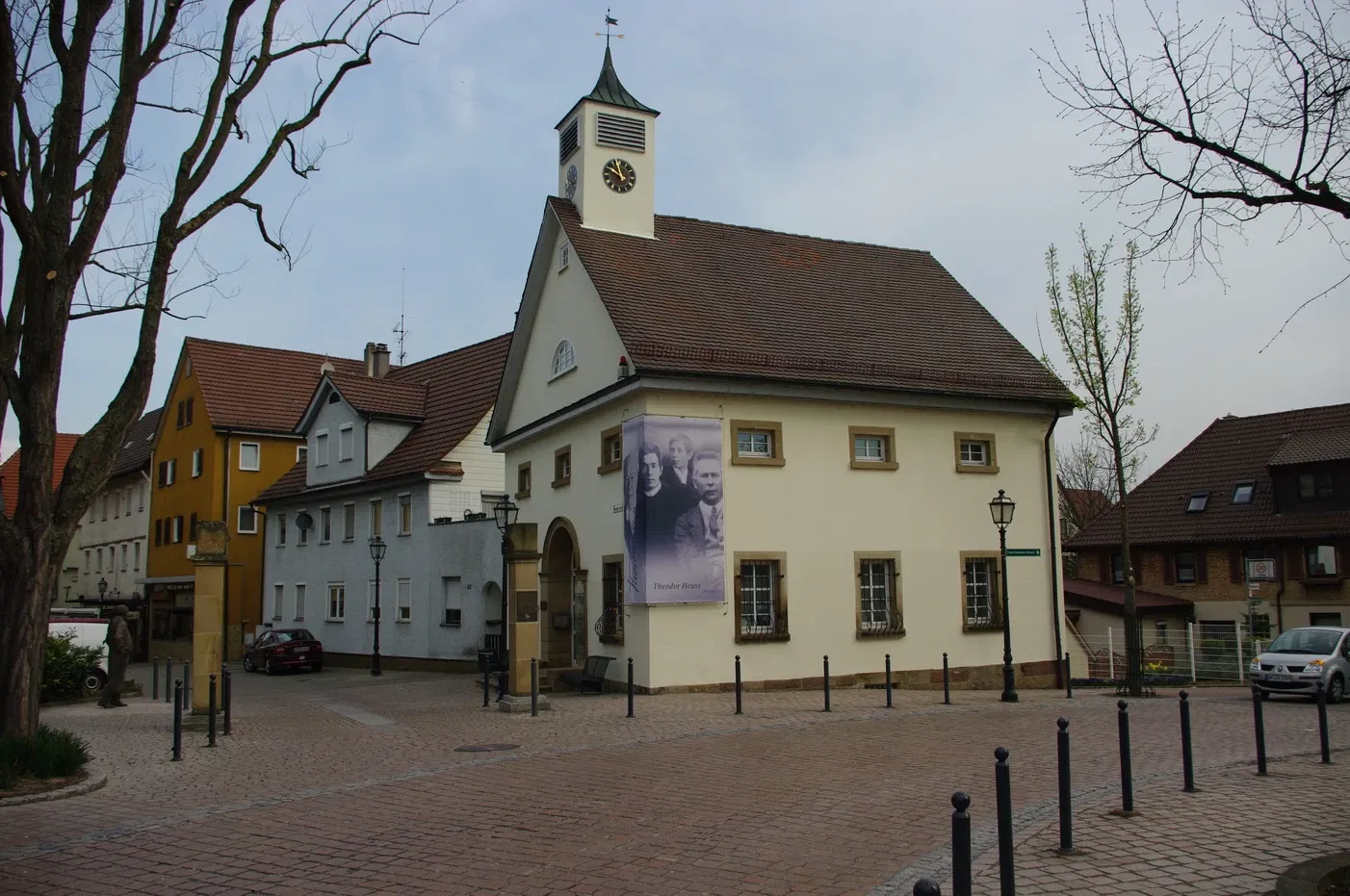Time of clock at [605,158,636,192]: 9:57
